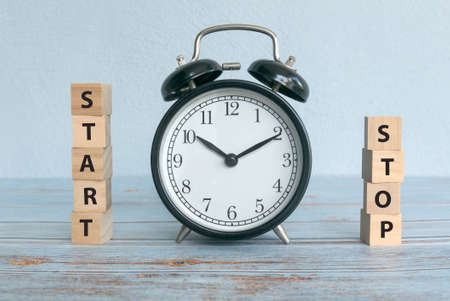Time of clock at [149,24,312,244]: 10:10
